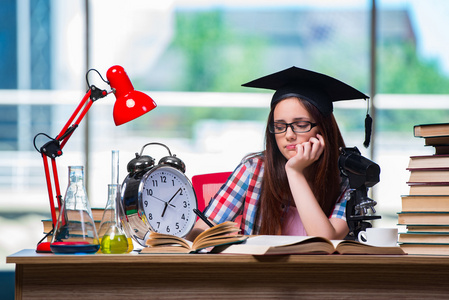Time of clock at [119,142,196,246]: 7:08
